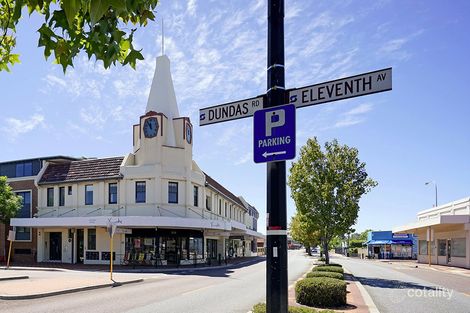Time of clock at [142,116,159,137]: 11:53
